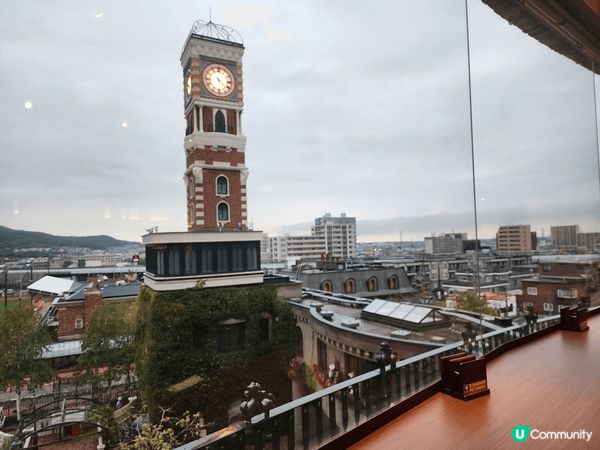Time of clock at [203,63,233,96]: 4:22
